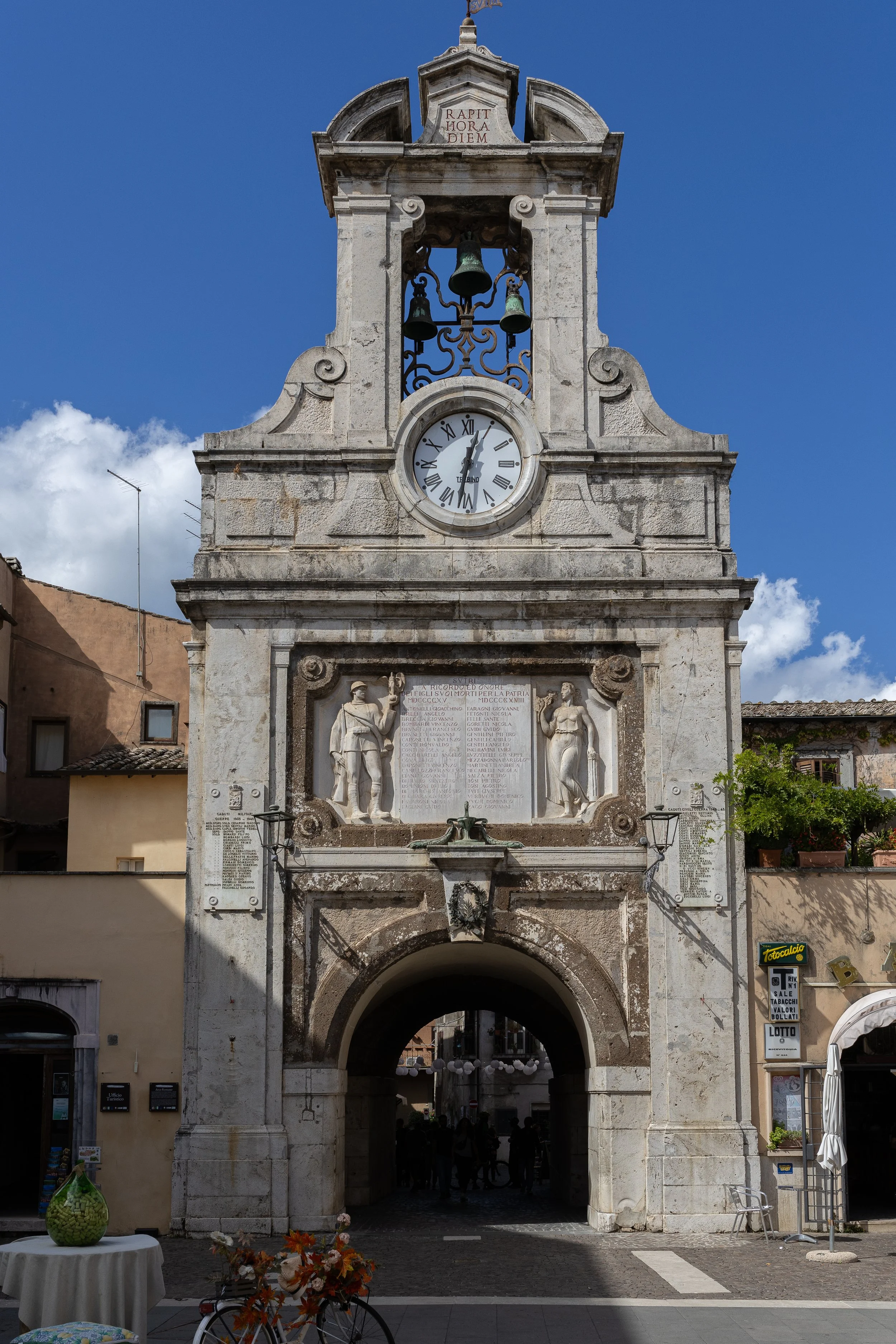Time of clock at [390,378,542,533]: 12:31
